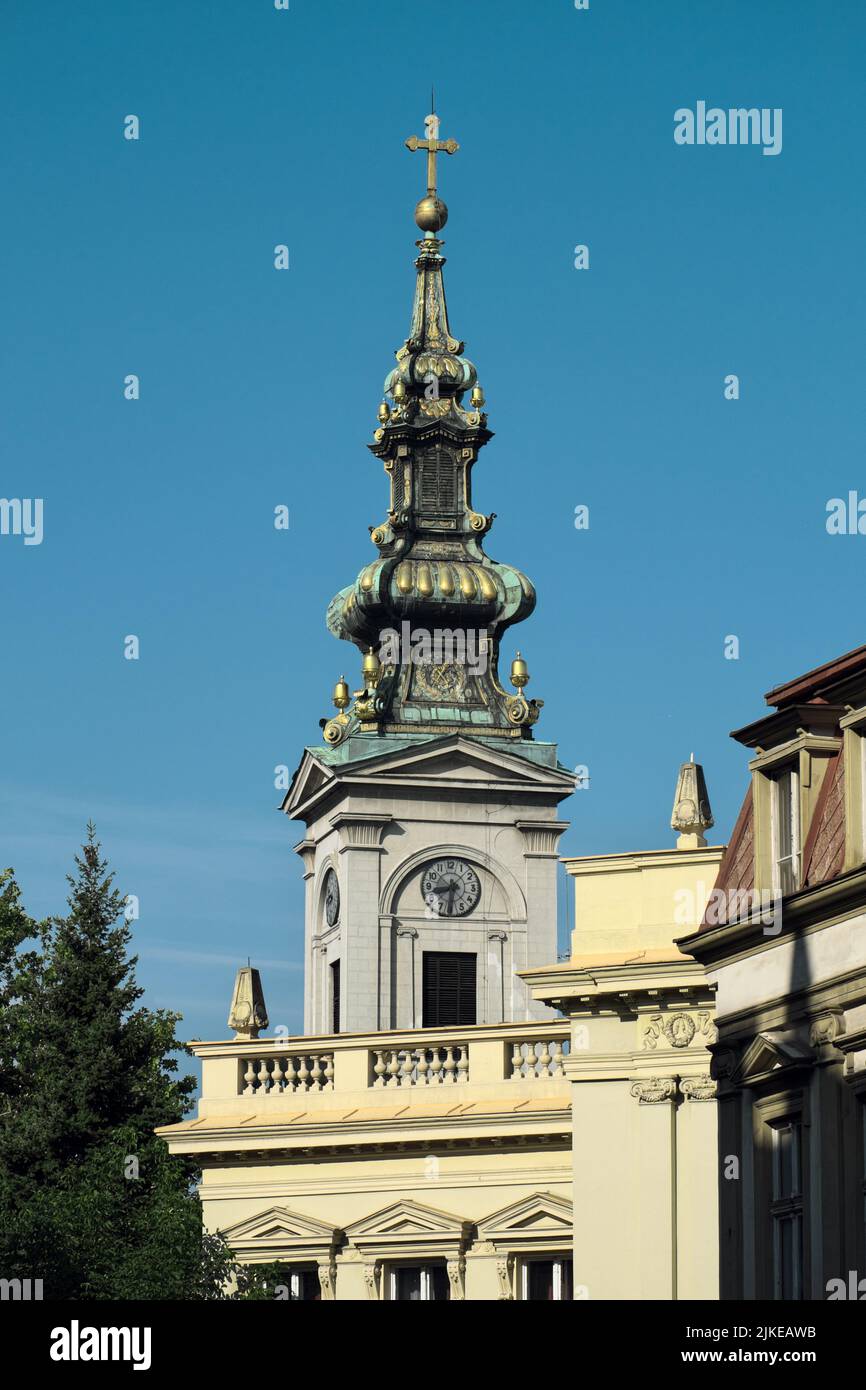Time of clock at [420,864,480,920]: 8:32
